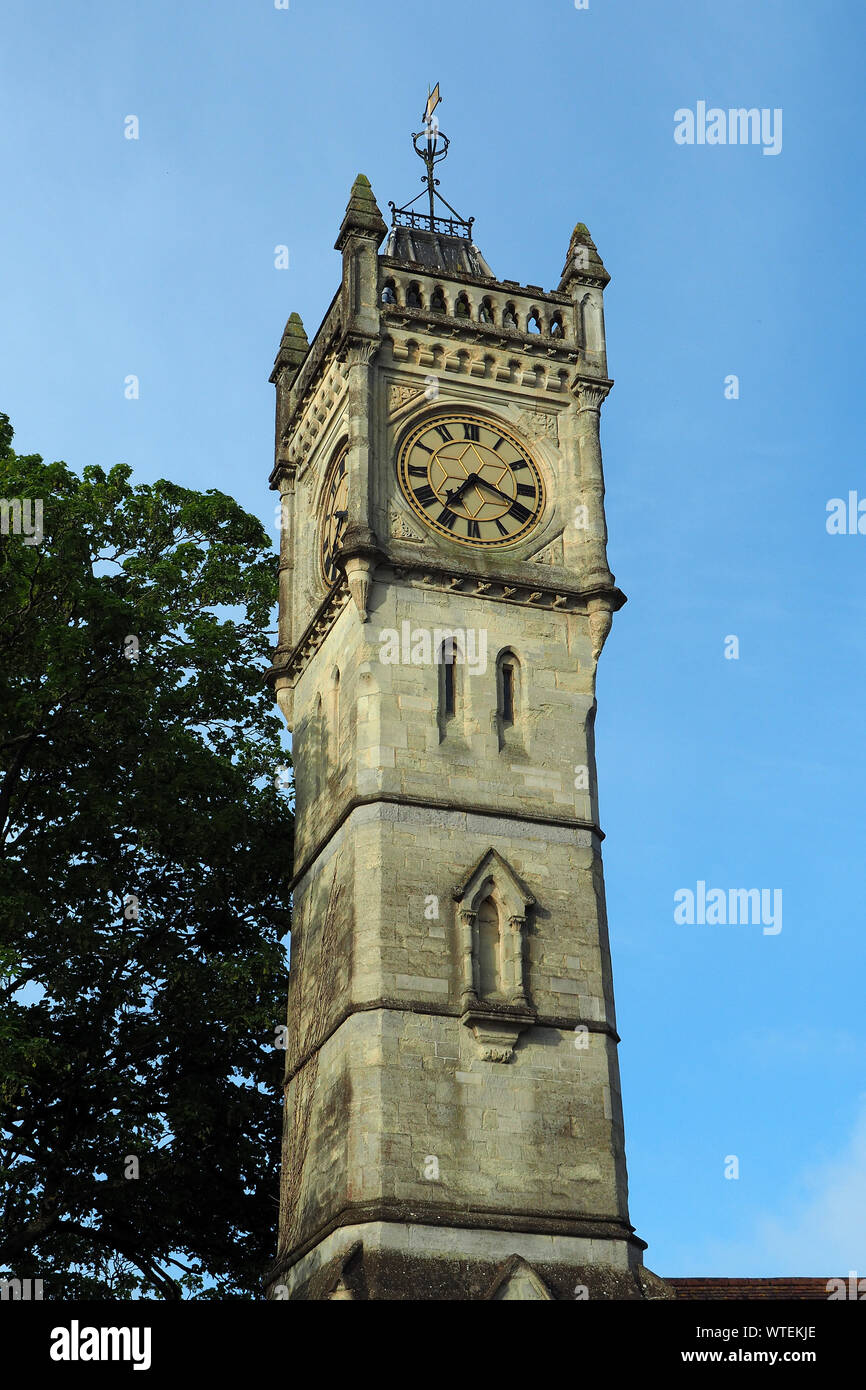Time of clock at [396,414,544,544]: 7:18
